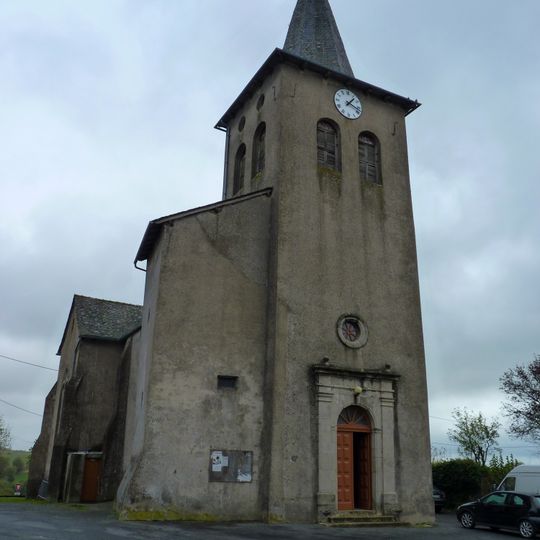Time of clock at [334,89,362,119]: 1:18
